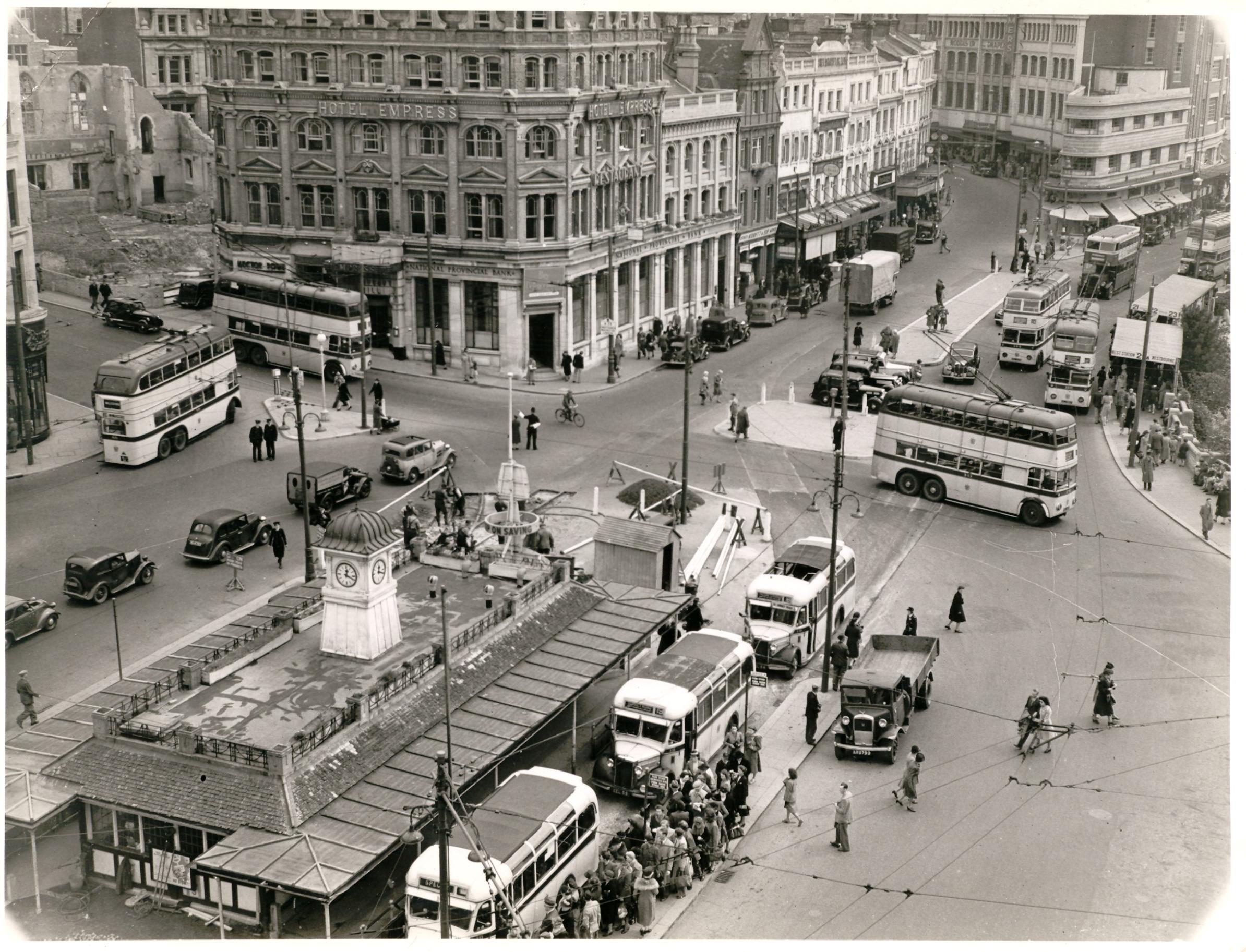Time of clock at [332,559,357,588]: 12:18
